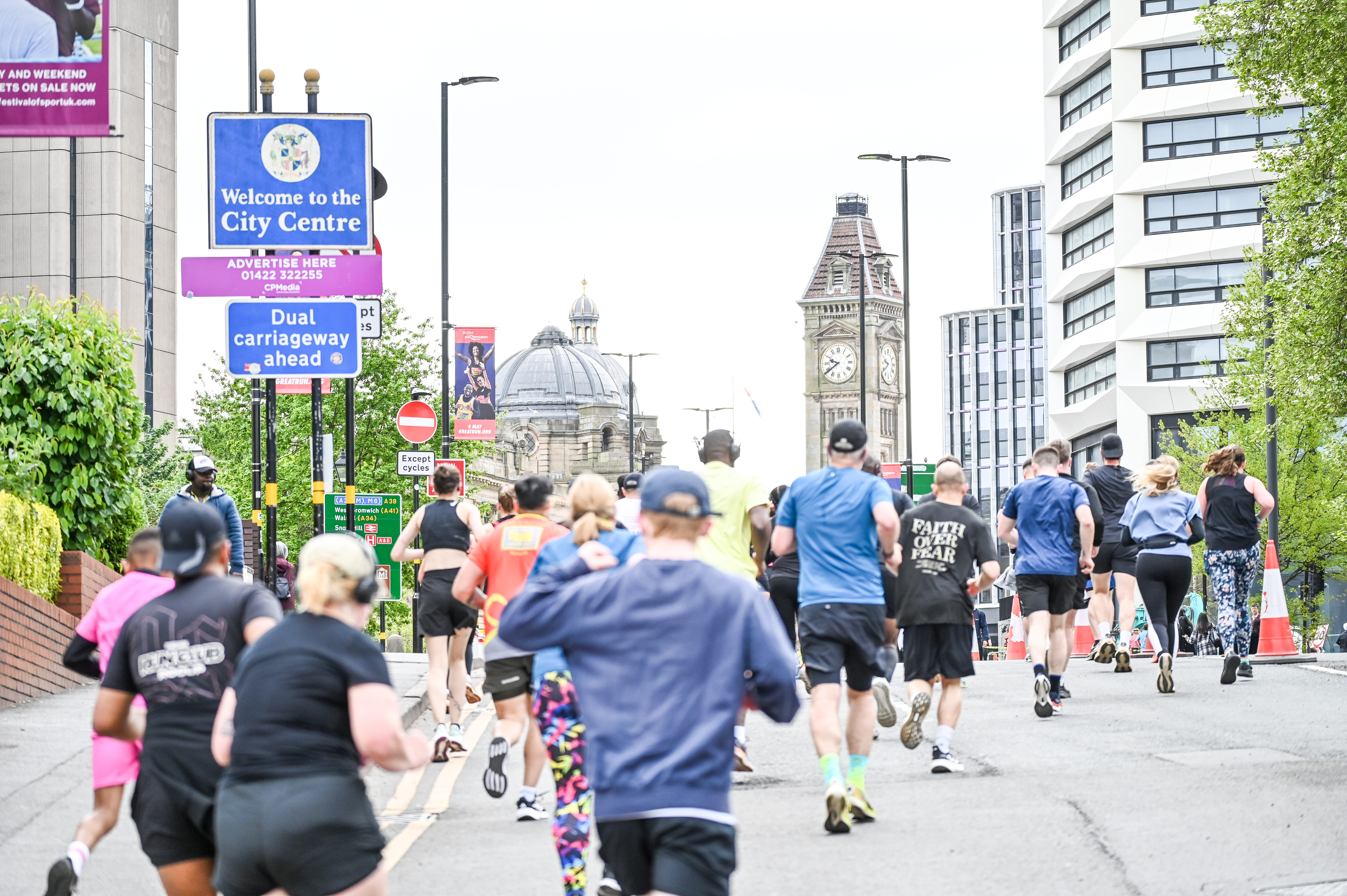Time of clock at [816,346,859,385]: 9:39
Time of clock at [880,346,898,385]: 9:39
